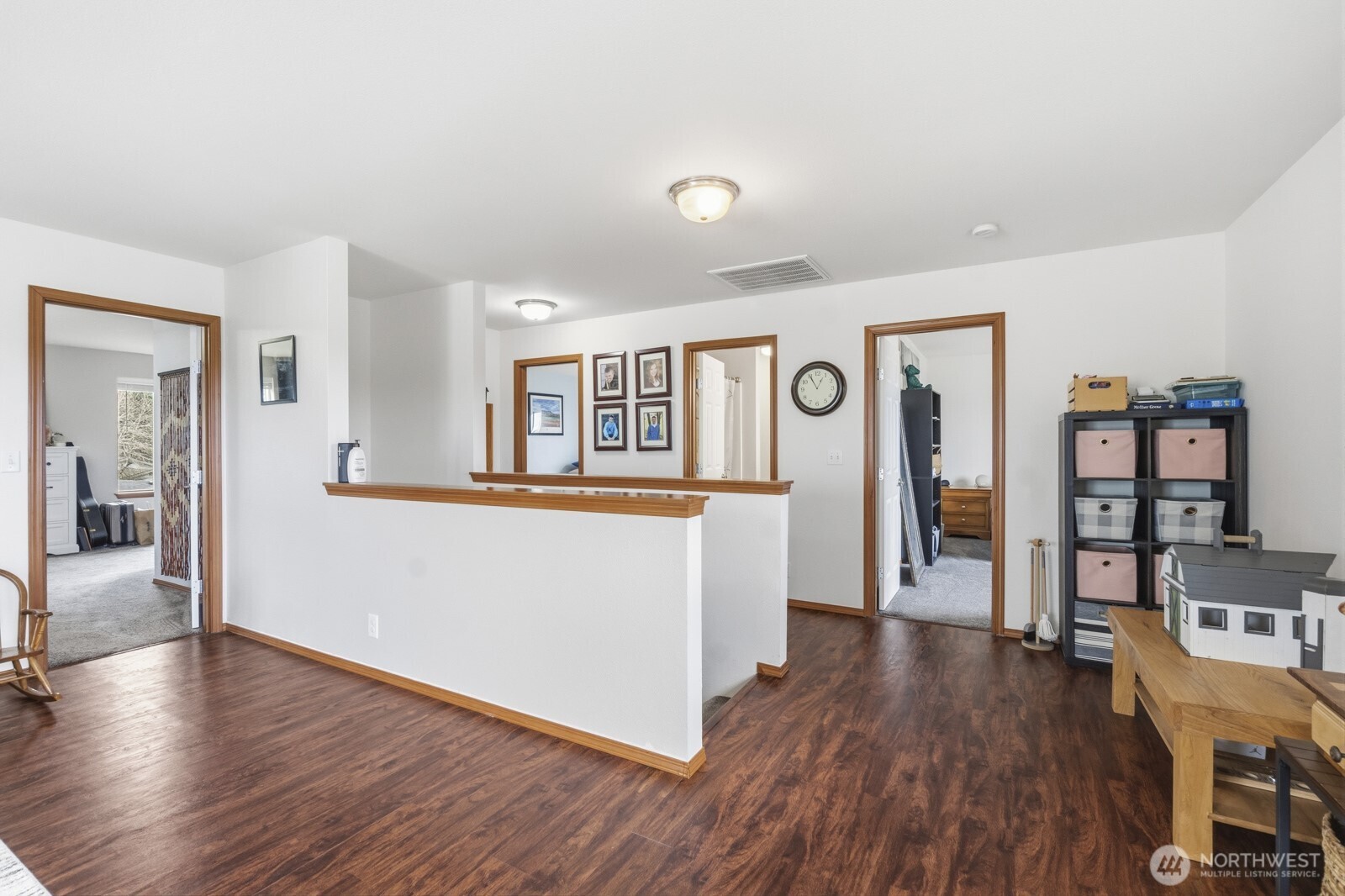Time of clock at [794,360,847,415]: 12:55
